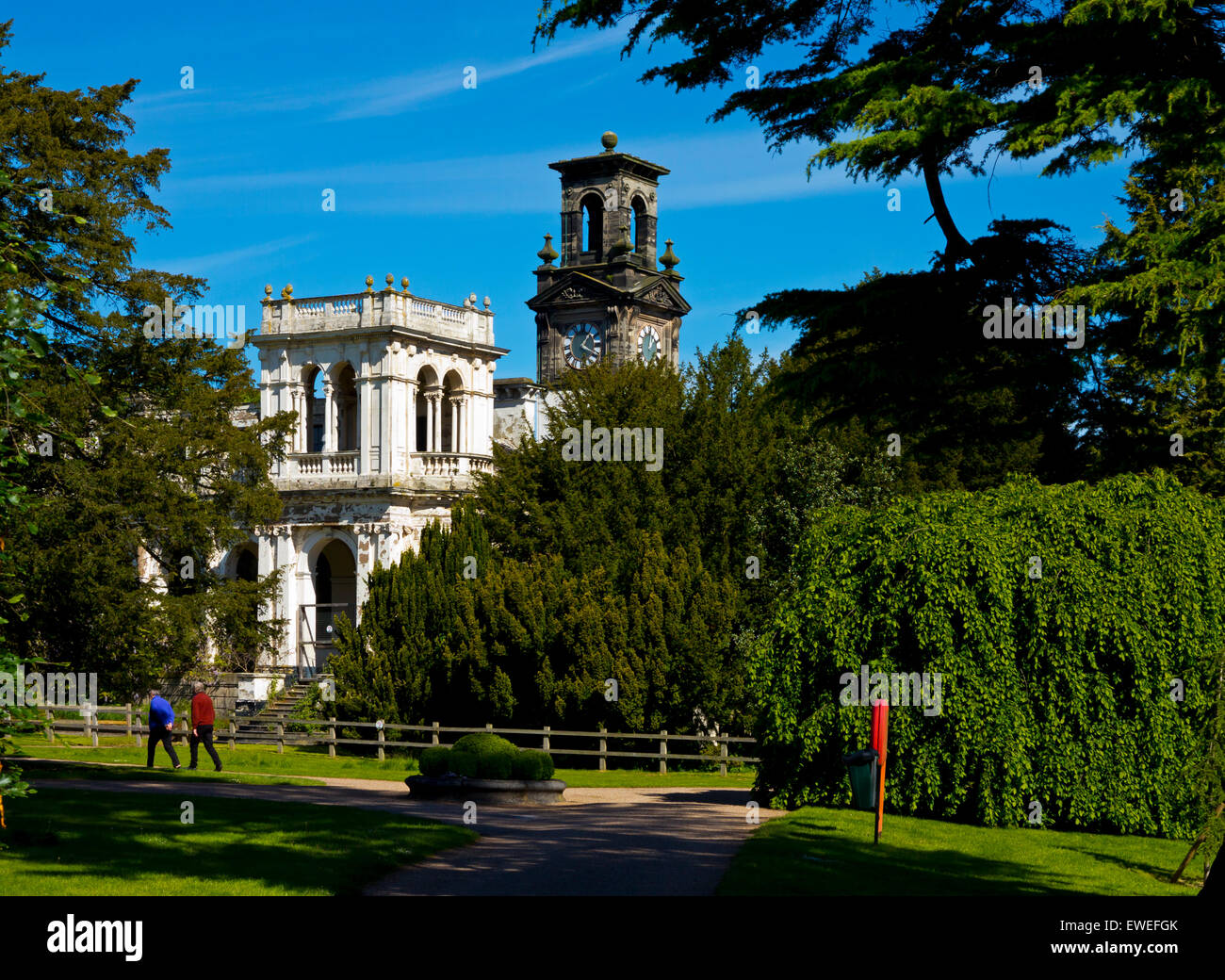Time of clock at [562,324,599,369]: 1:18
